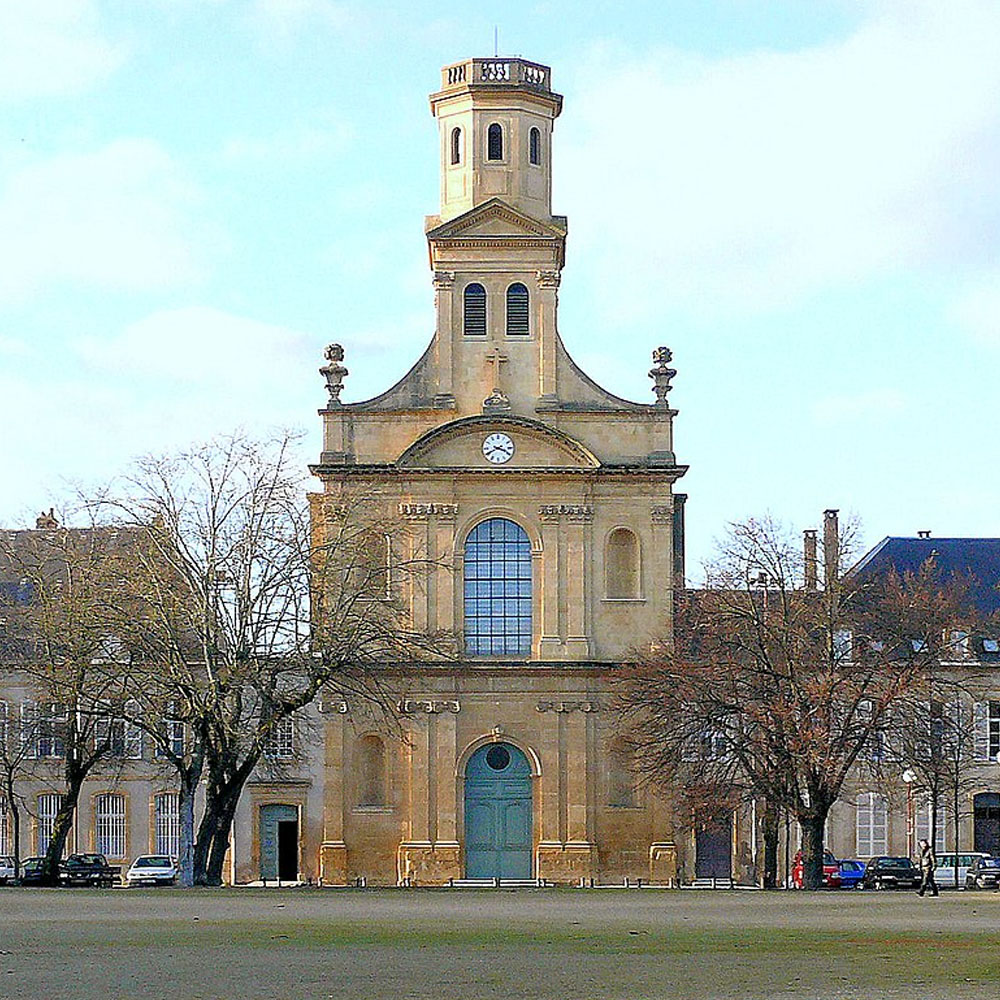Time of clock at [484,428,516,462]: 3:40
